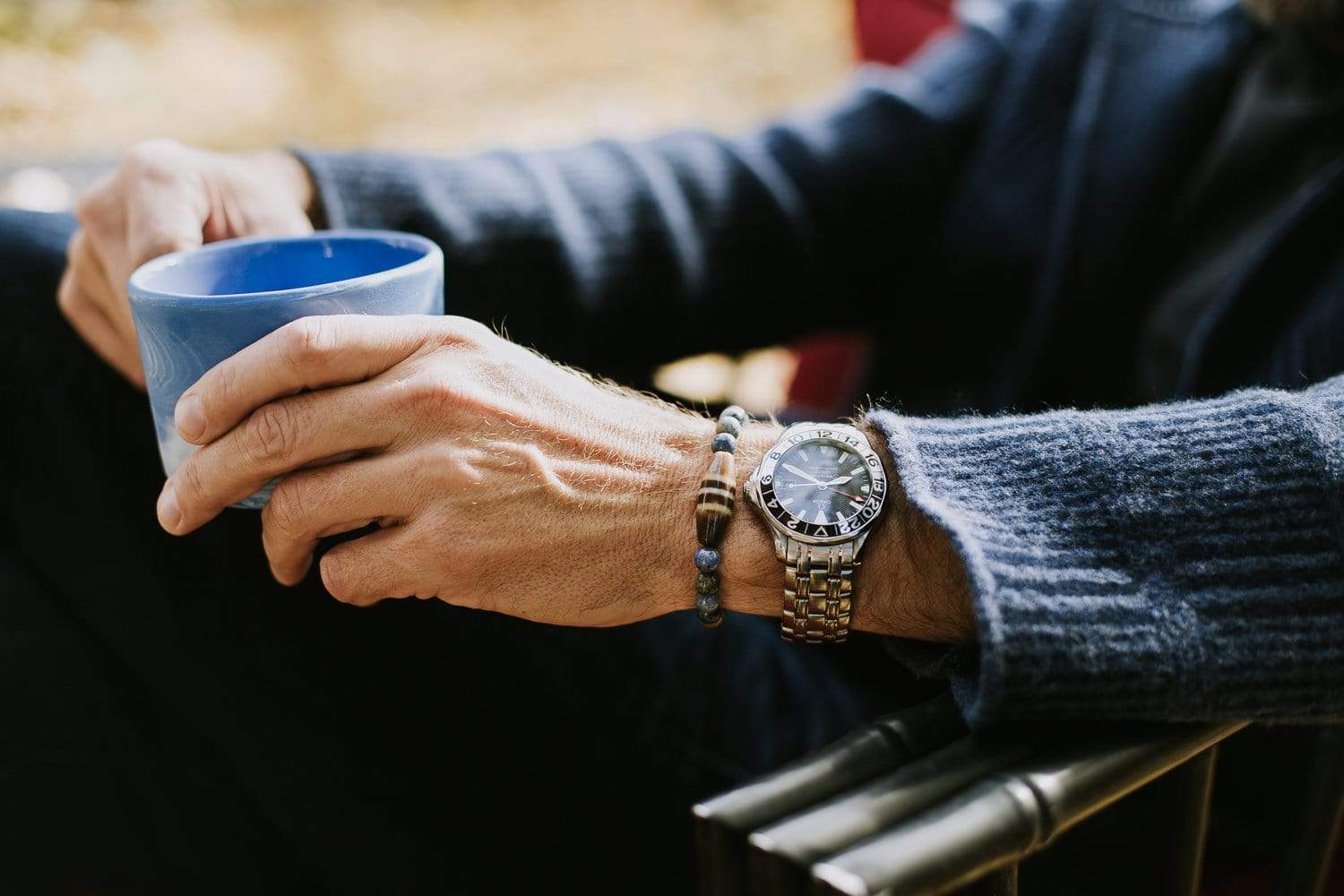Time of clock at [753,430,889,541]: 2:49
